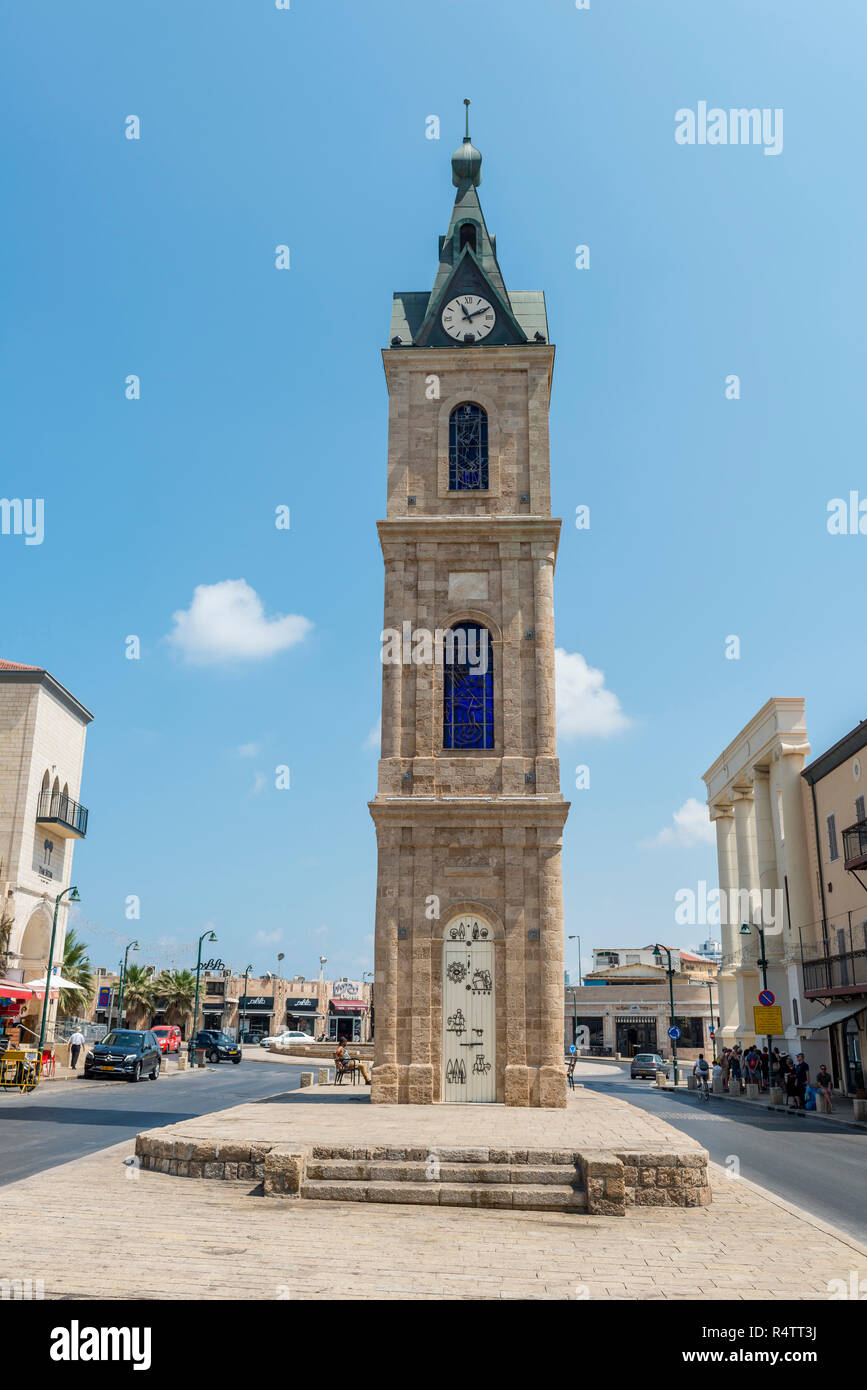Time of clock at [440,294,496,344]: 11:10
